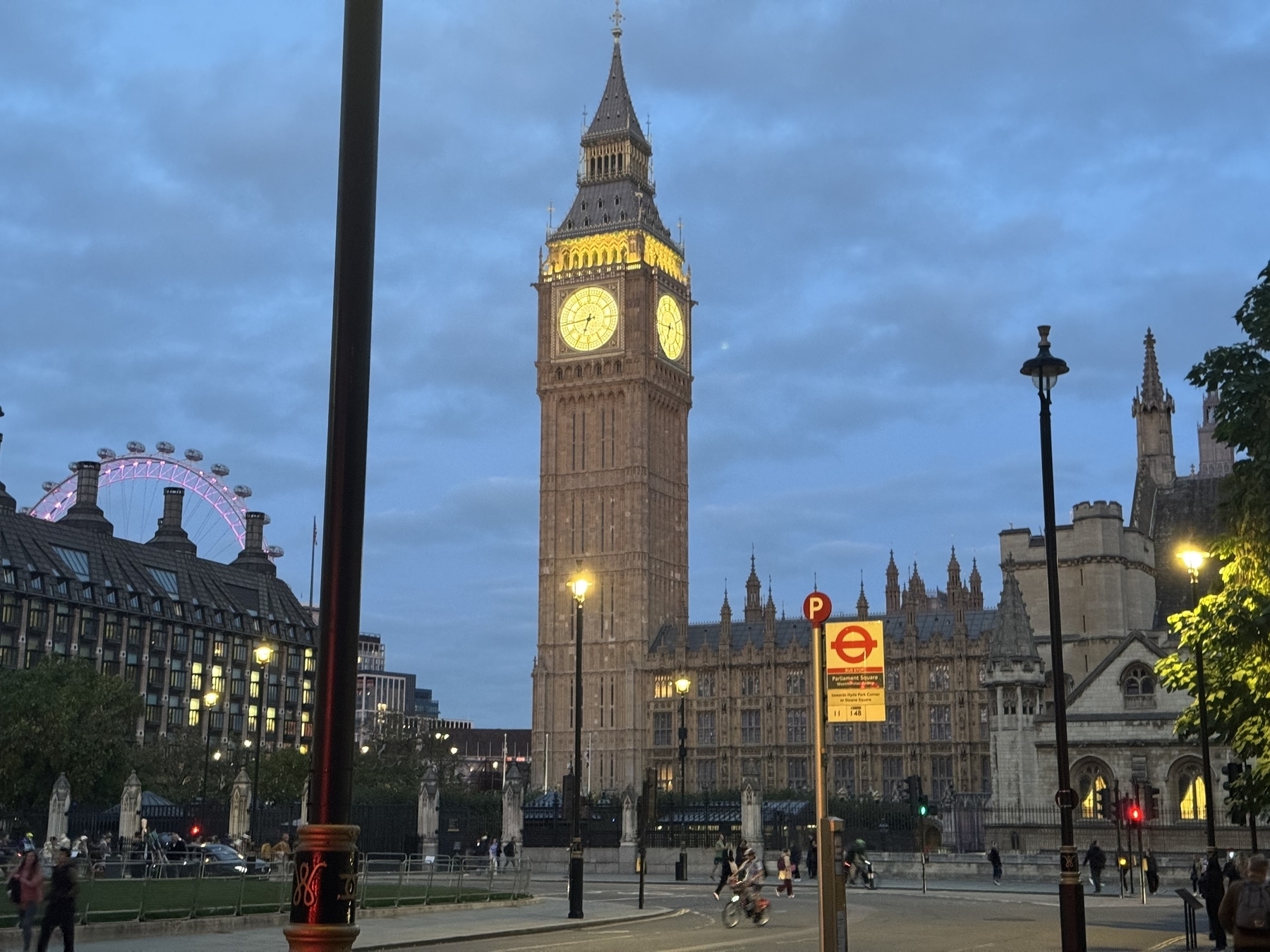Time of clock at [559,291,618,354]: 6:43
